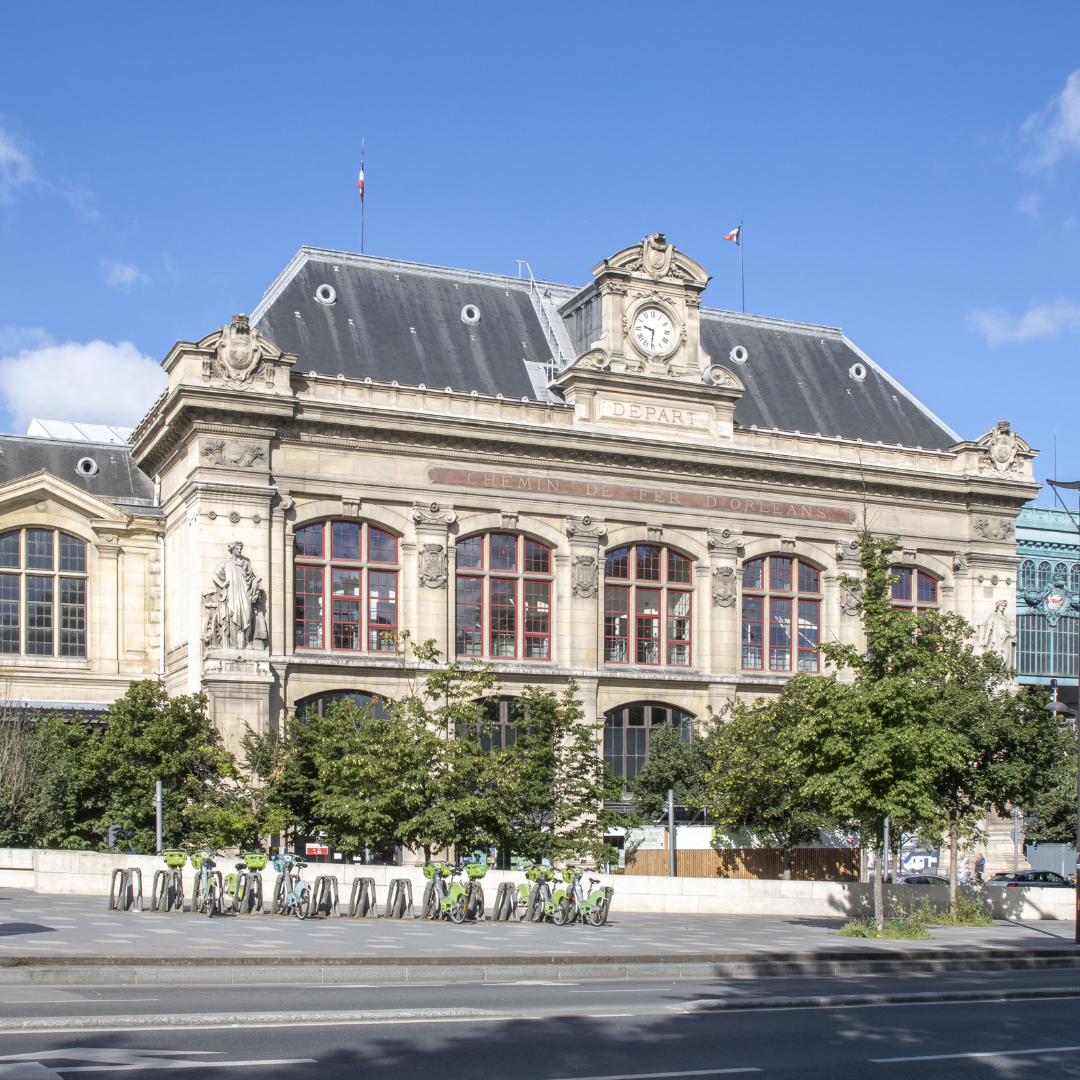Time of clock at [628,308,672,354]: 9:31
